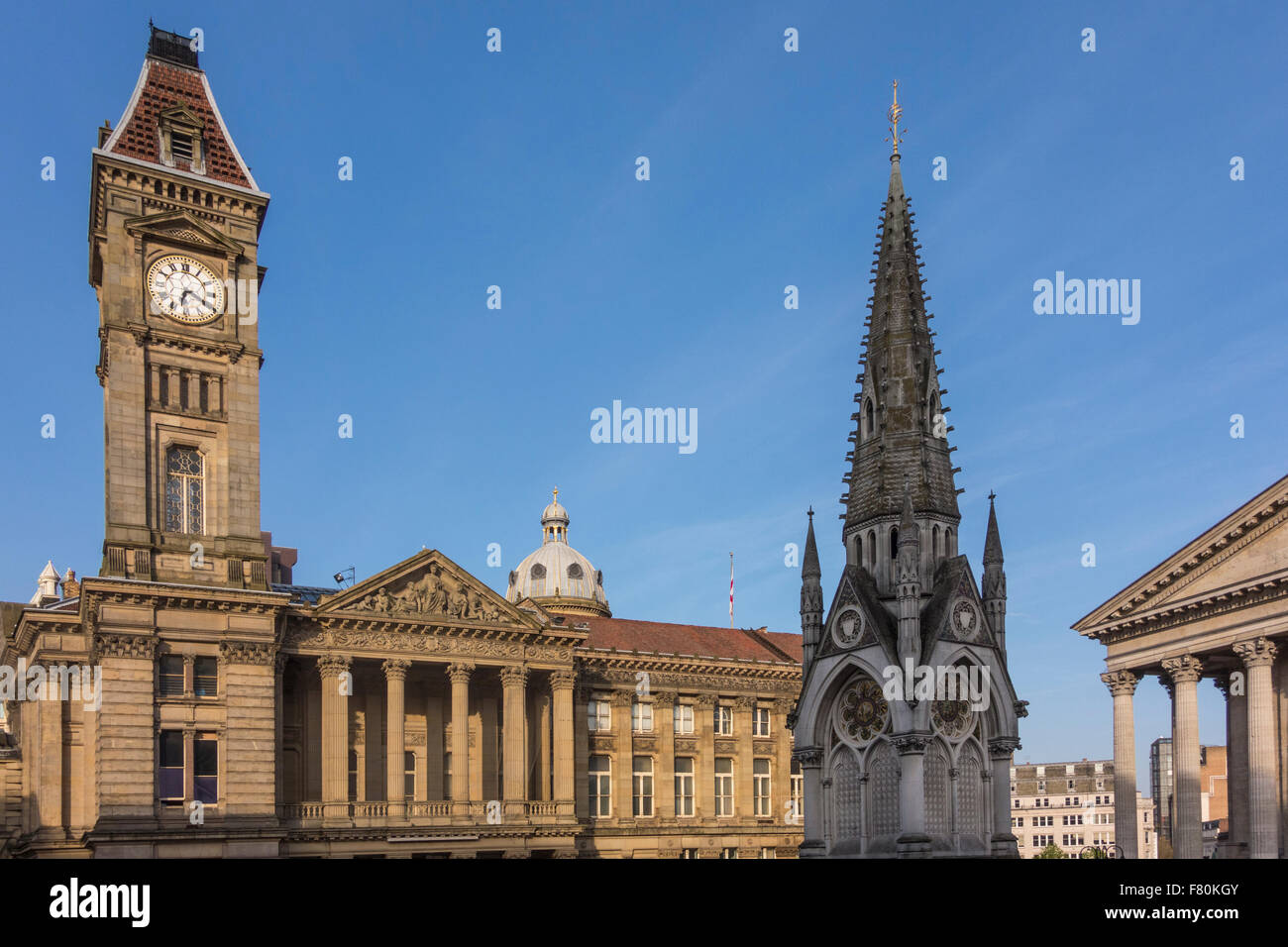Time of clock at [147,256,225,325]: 6:19
